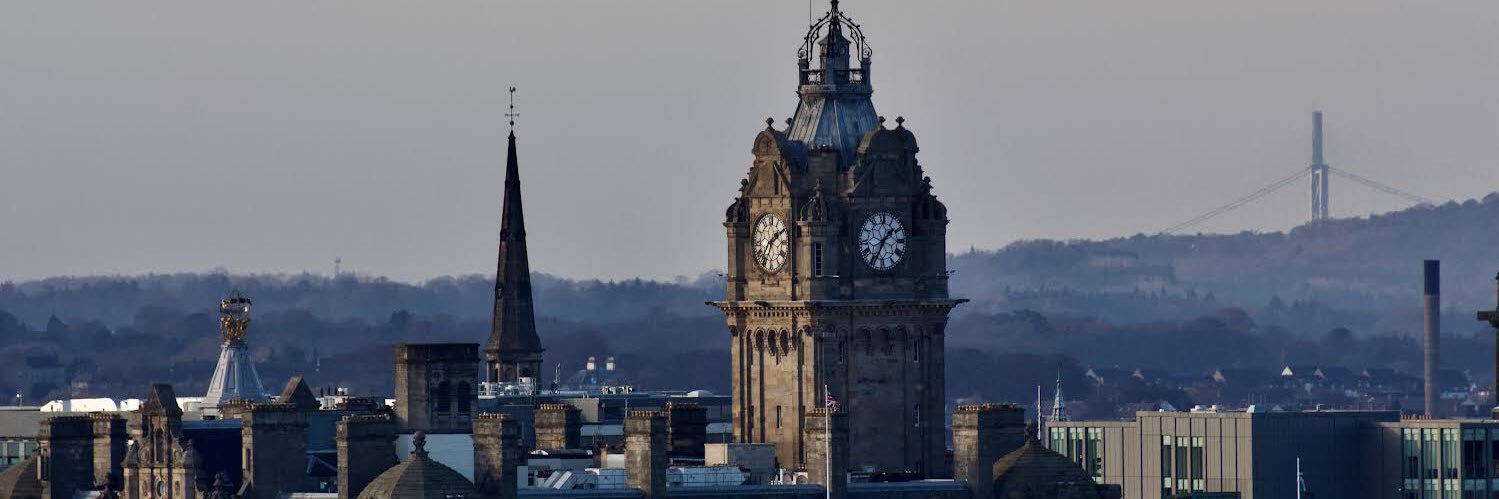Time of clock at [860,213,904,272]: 1:34
